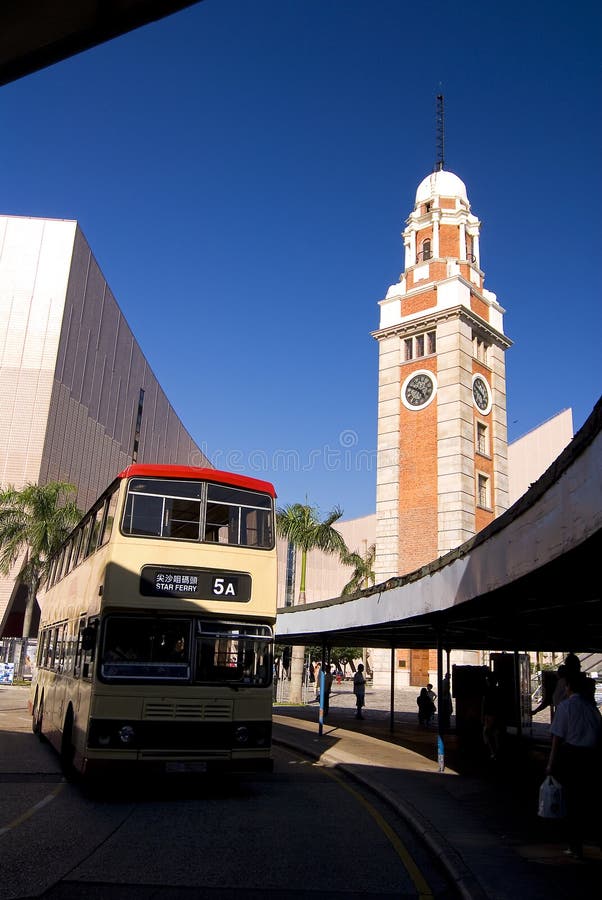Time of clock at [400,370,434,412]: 4:49
